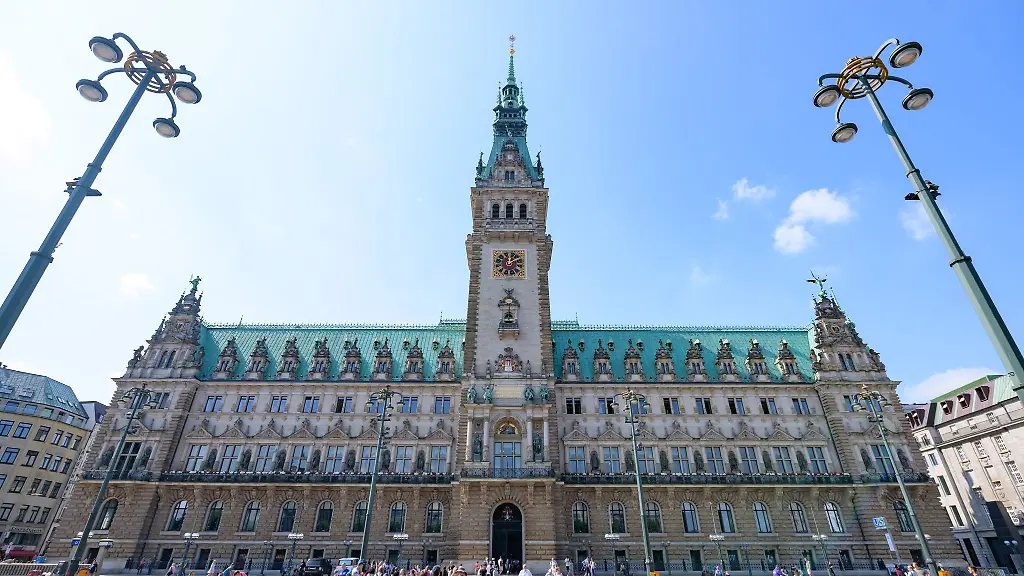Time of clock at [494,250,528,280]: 12:09
